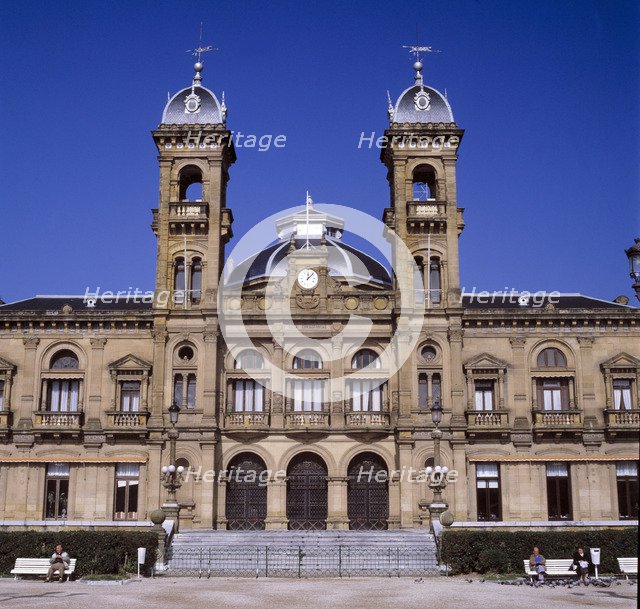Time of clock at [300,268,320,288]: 12:07
